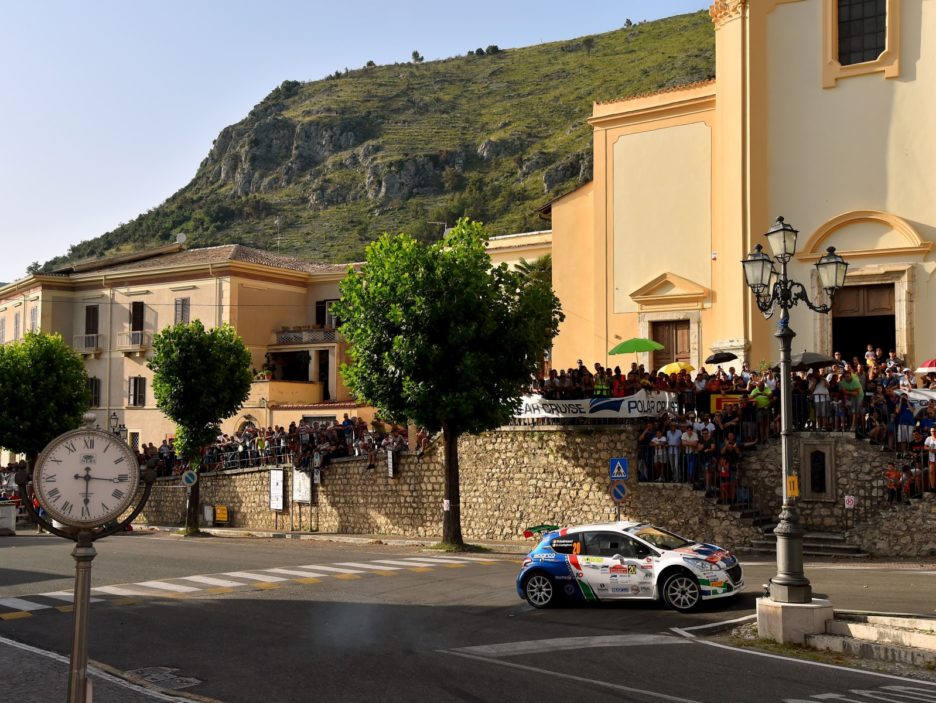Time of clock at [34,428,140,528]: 12:16
